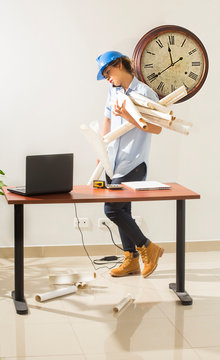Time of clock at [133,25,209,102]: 11:39
